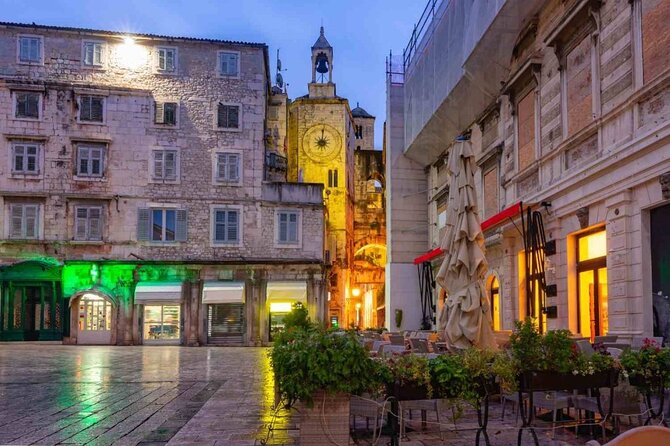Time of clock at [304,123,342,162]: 9:01
